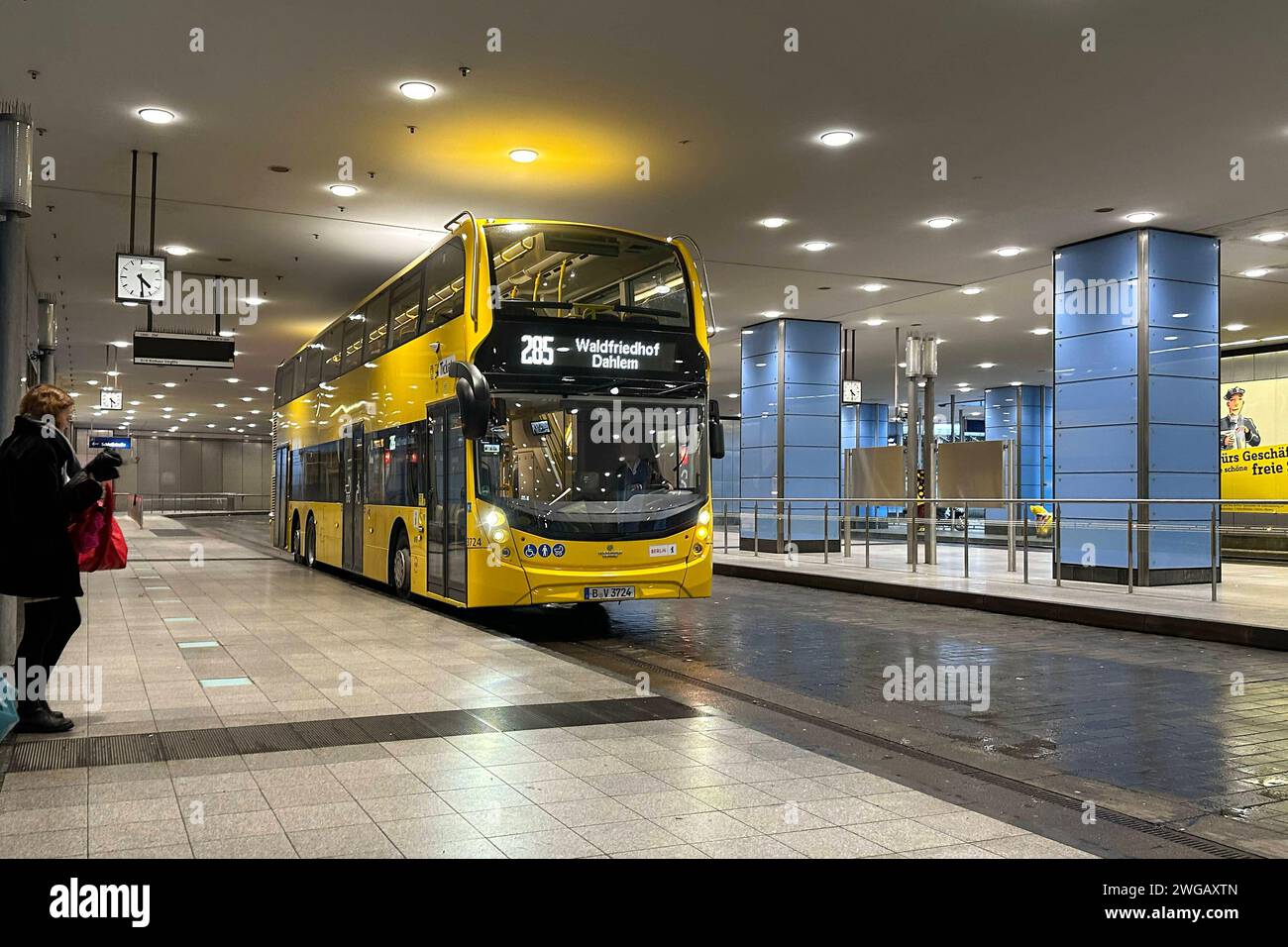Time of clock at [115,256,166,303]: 4:29
